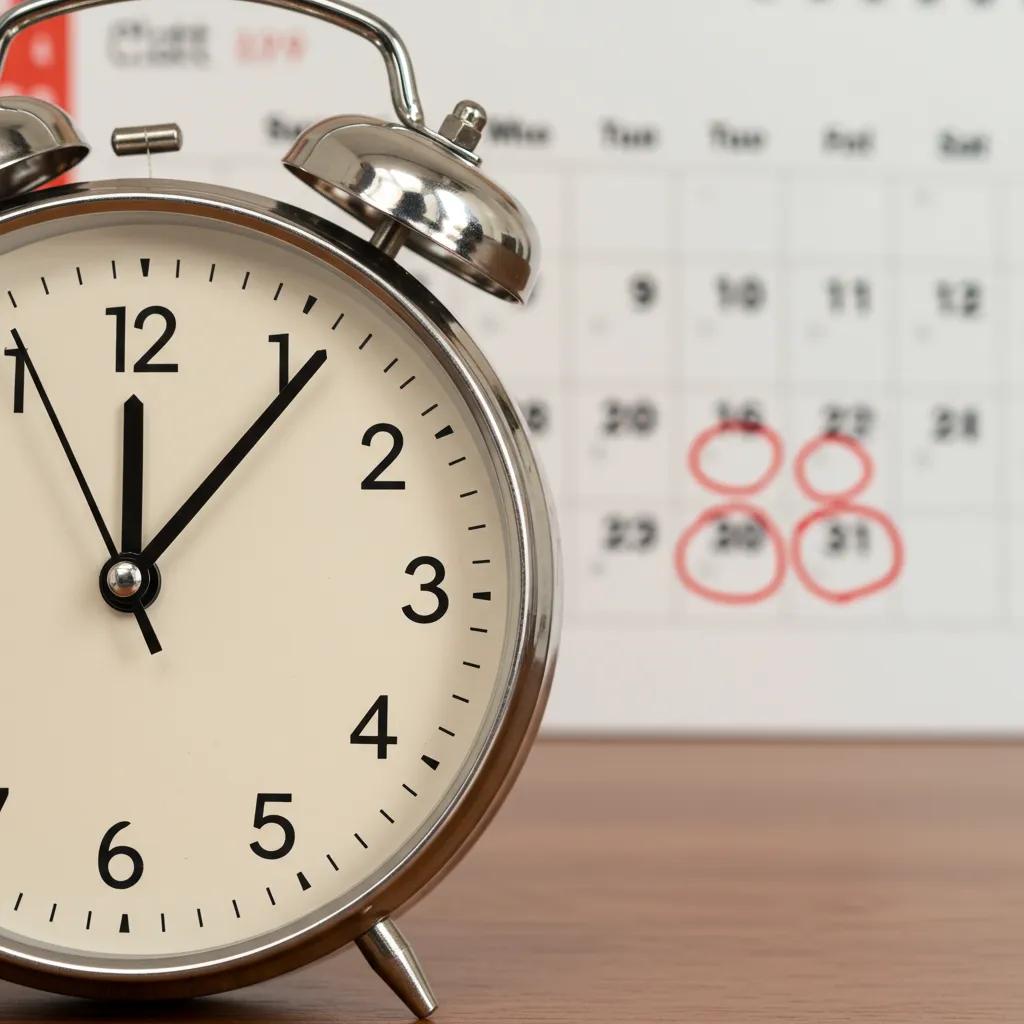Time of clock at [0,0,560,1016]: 12:06
